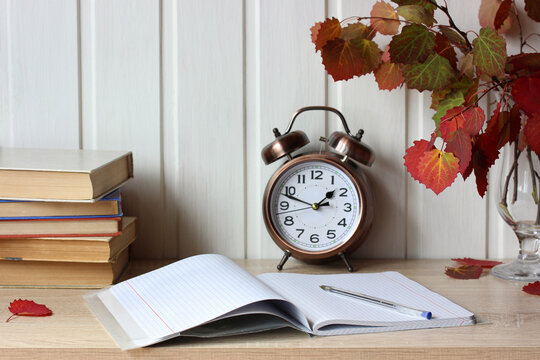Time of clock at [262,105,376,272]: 1:48
